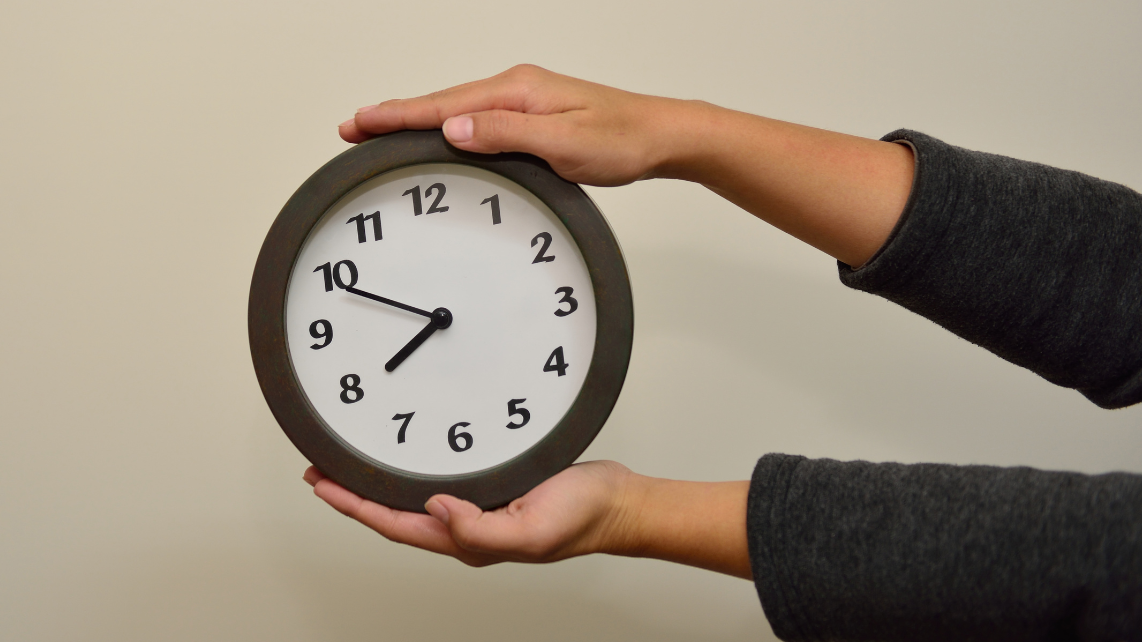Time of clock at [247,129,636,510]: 7:49
